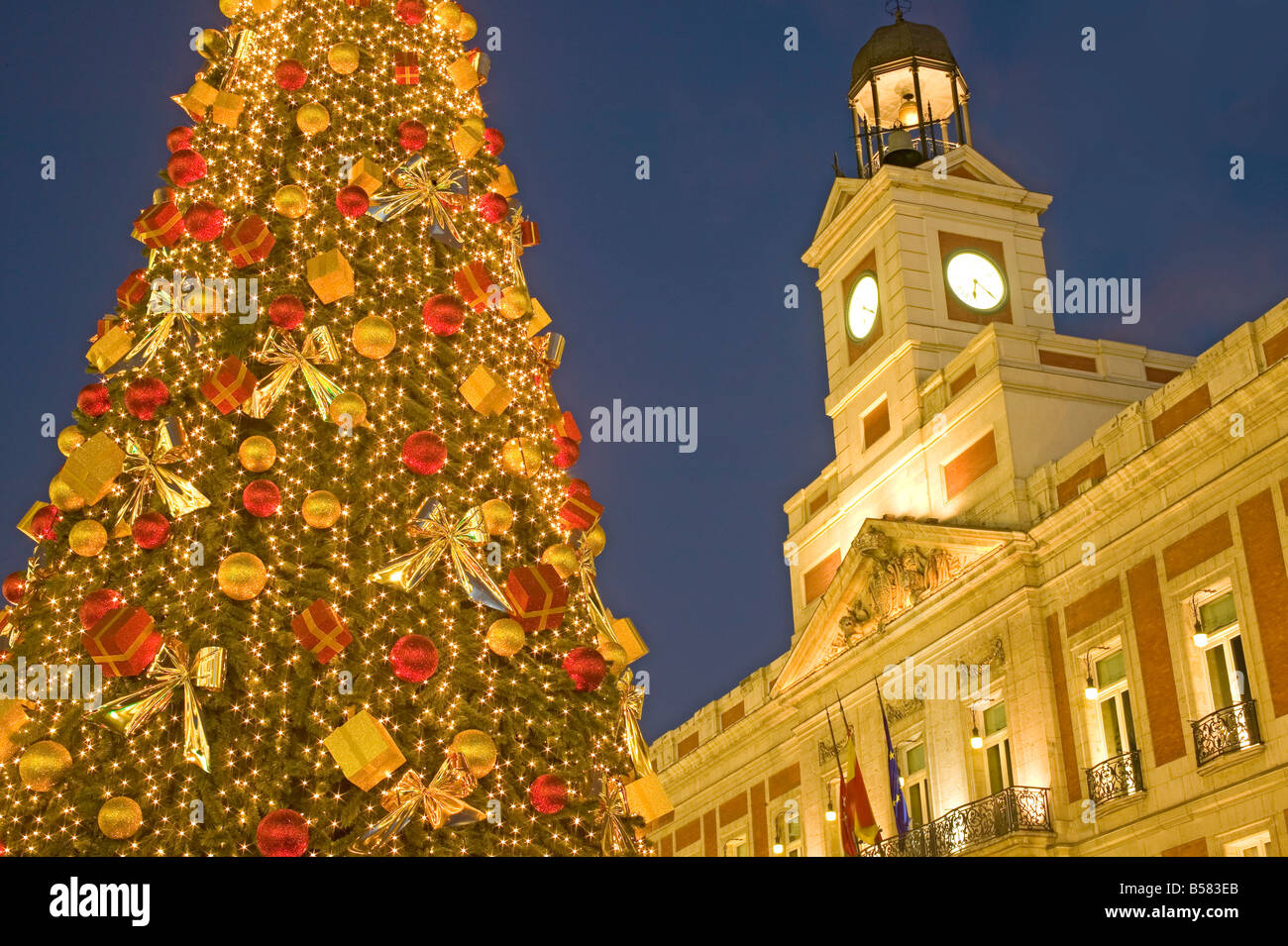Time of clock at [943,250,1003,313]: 6:21
